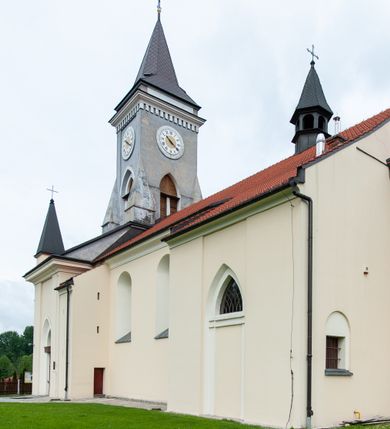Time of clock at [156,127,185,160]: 10:20
